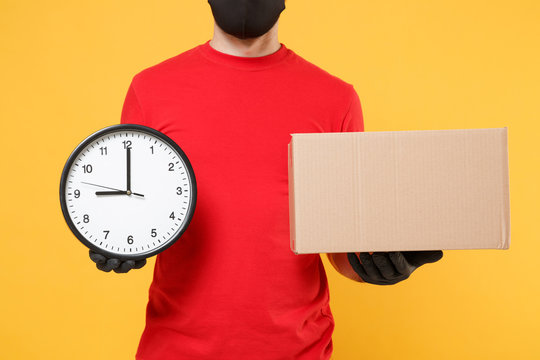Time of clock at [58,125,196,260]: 8:59
